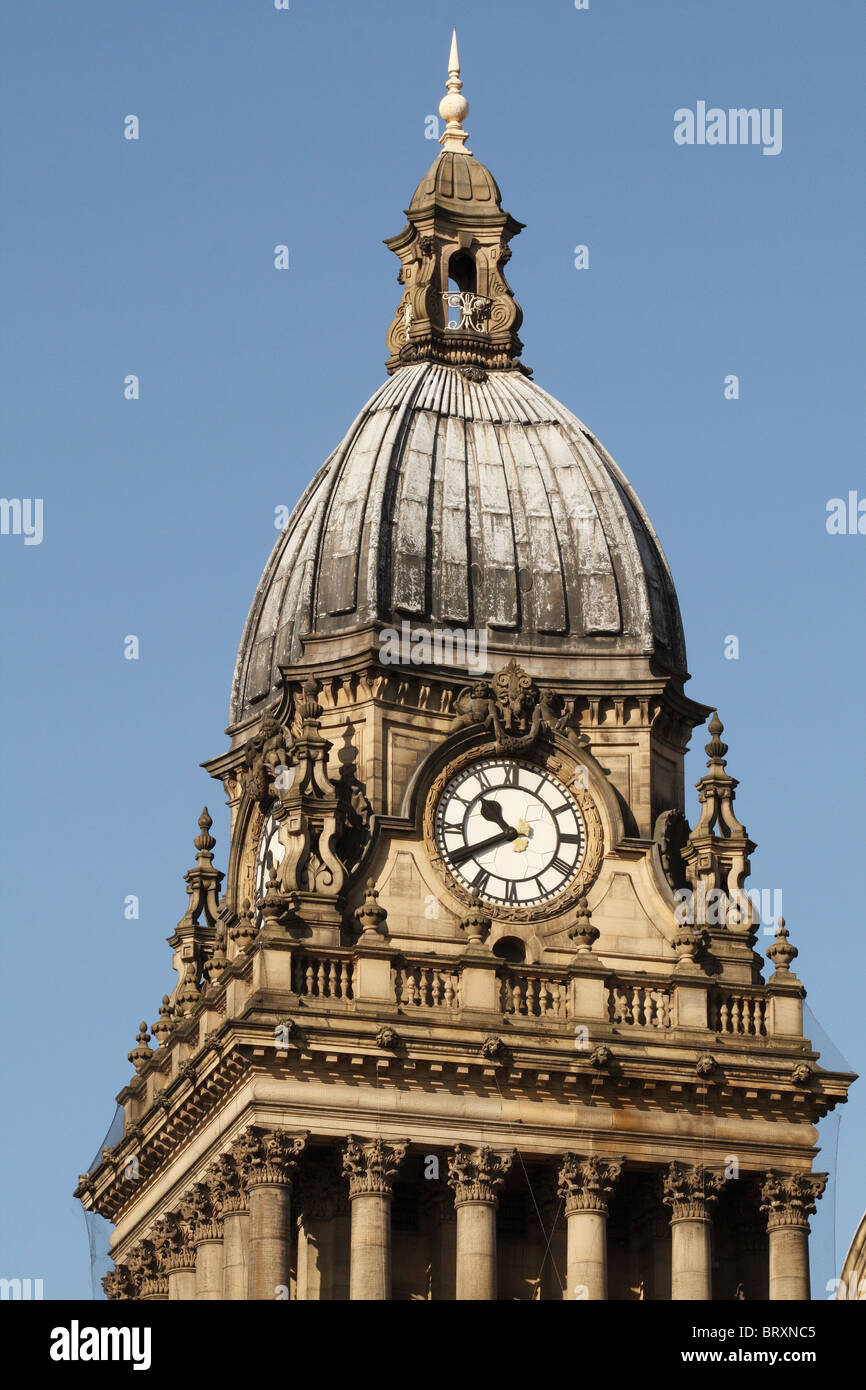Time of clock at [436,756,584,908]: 10:40
